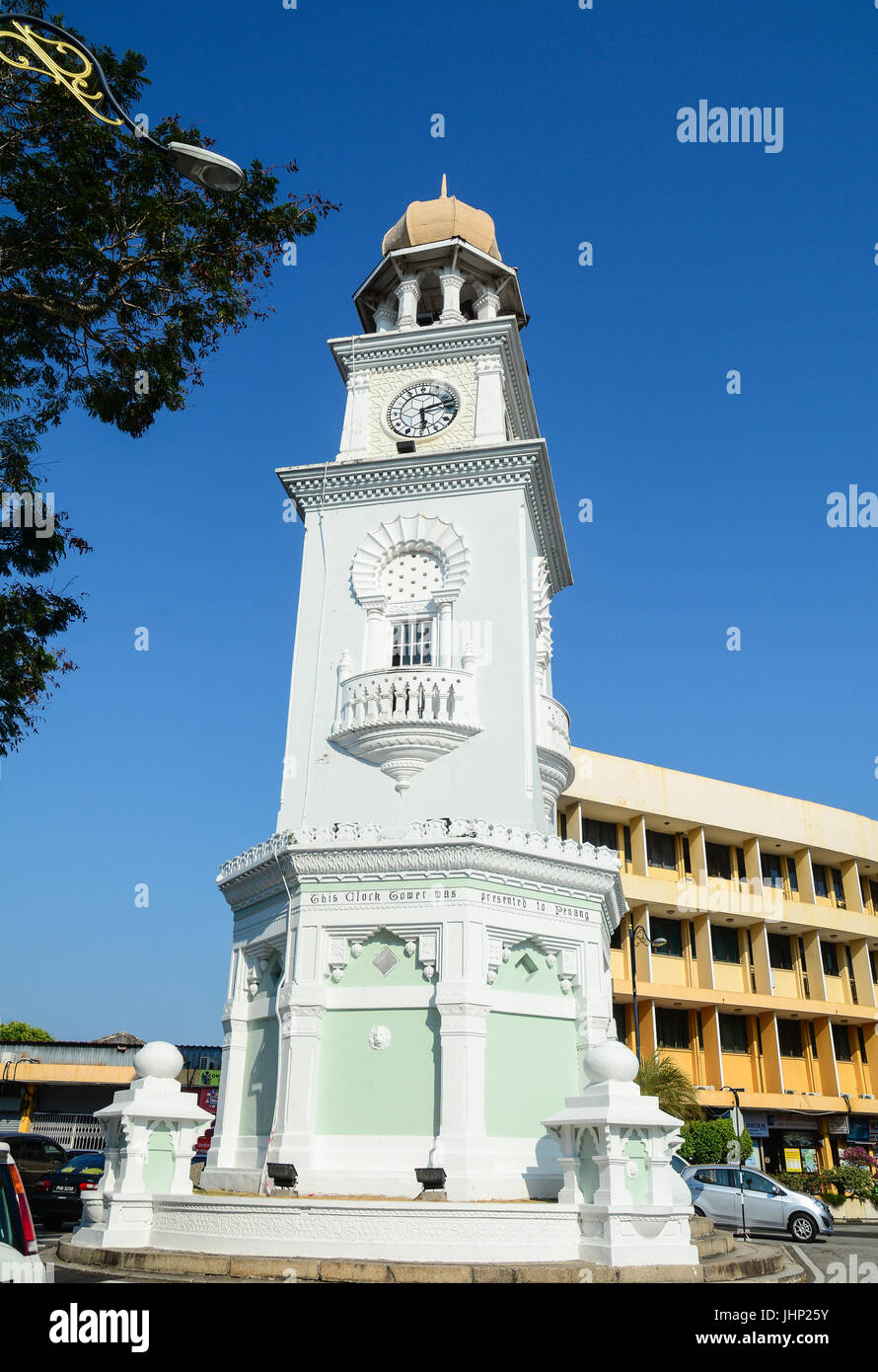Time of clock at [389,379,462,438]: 2:29
